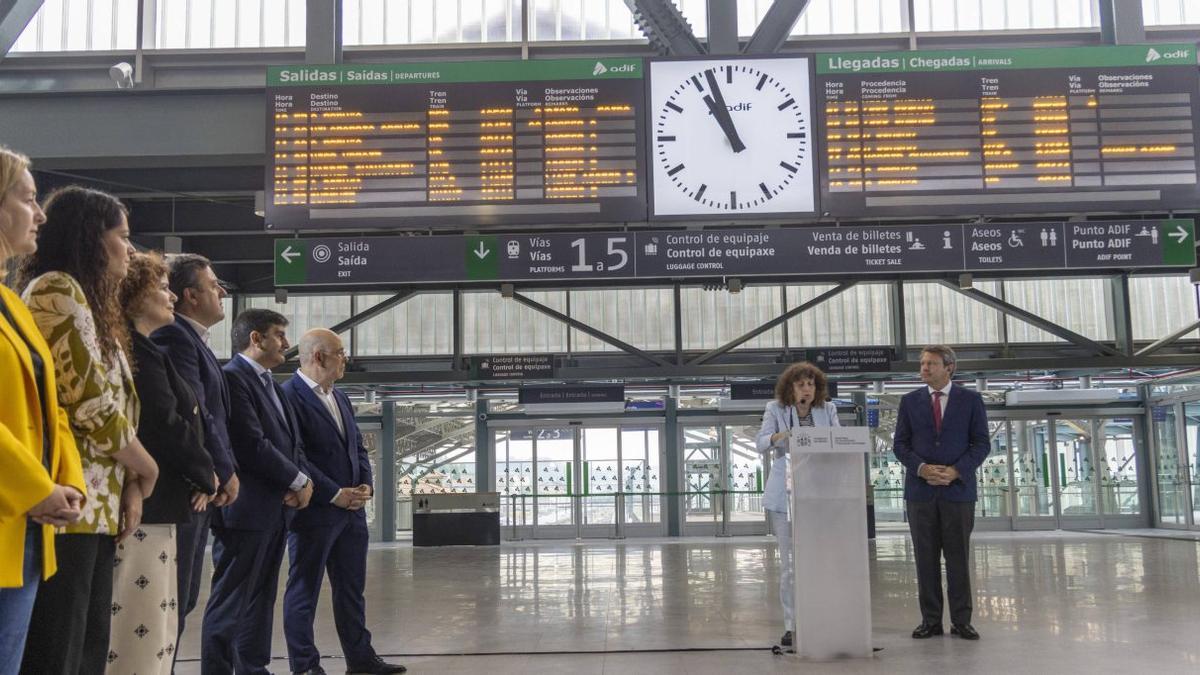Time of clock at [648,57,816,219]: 10:56
